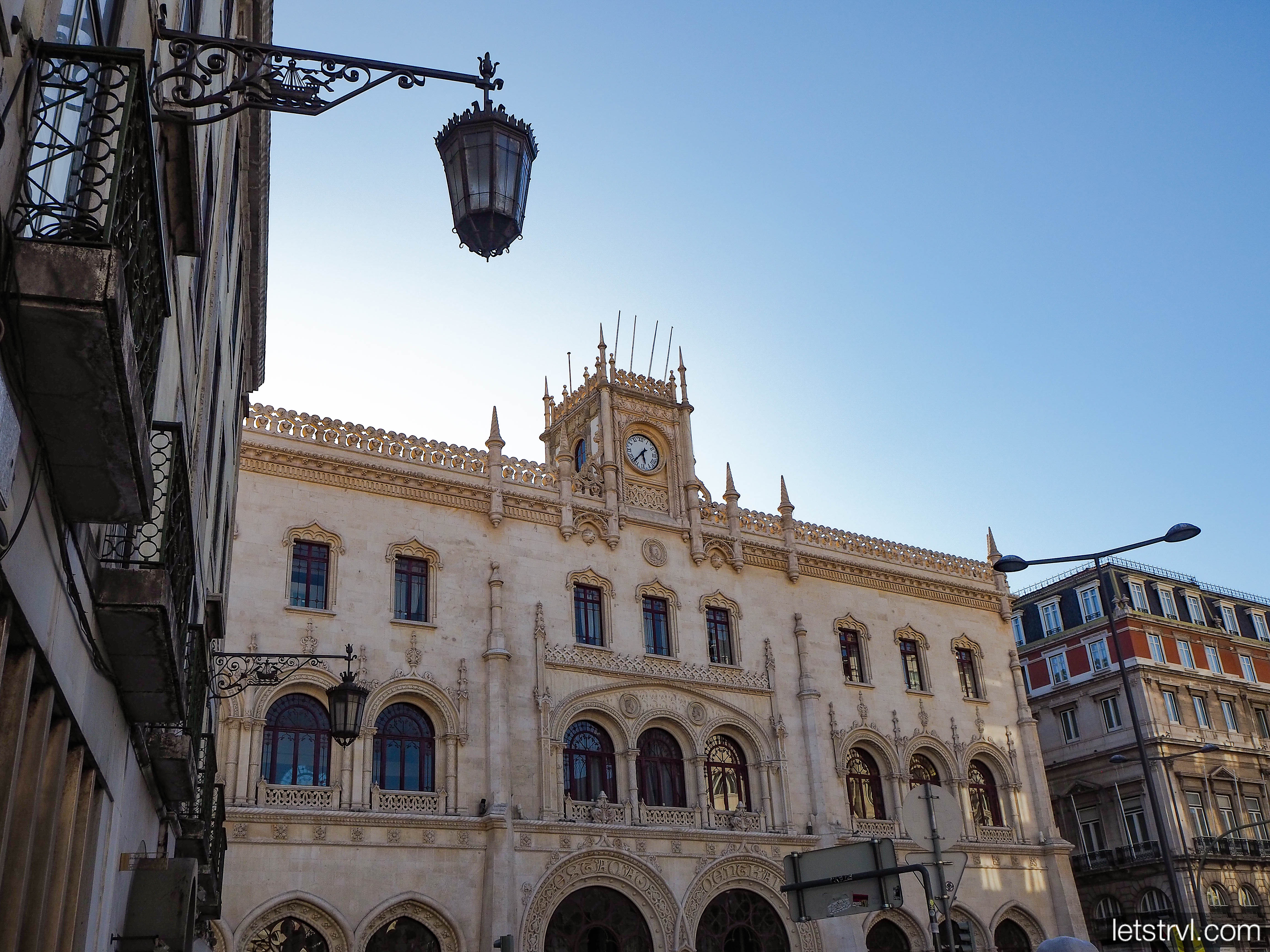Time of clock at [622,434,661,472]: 5:37
